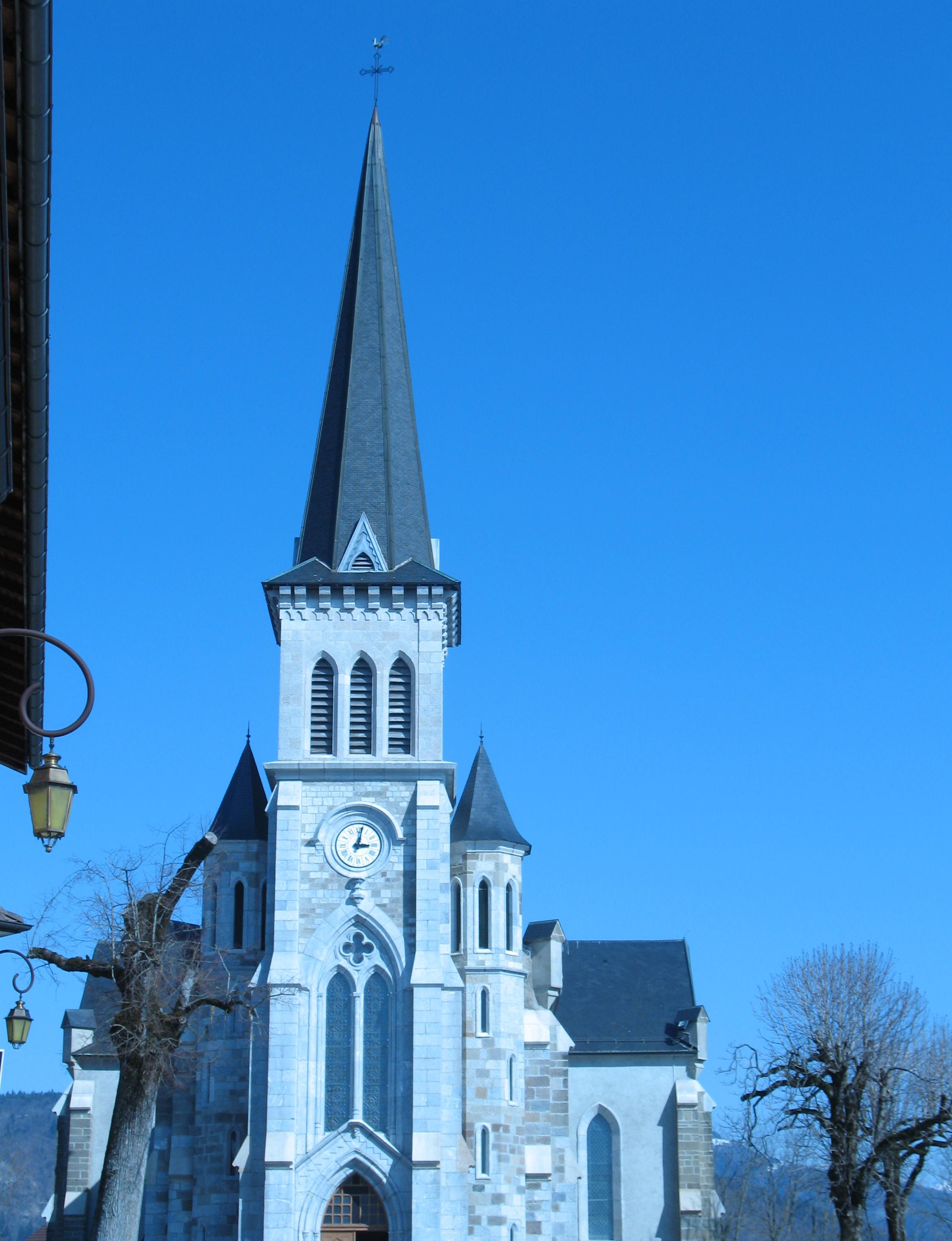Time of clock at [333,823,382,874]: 3:02
